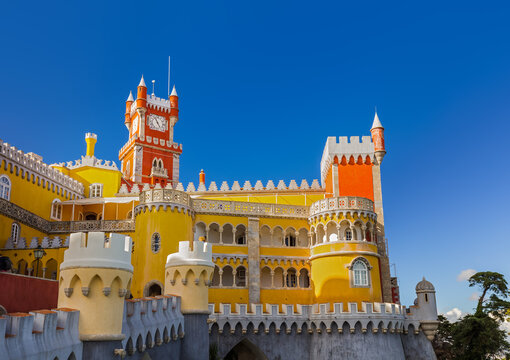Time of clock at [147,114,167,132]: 4:56
